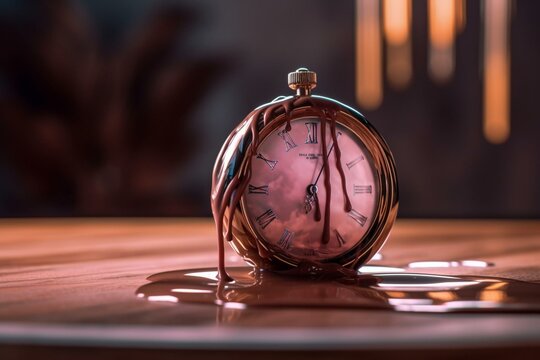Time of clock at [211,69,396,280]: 6:01
